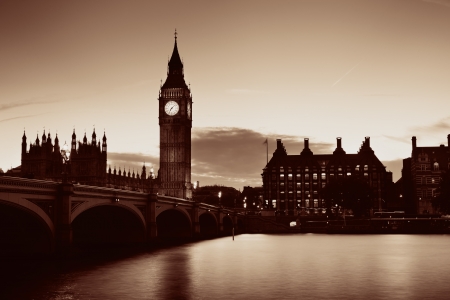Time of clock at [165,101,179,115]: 7:07
